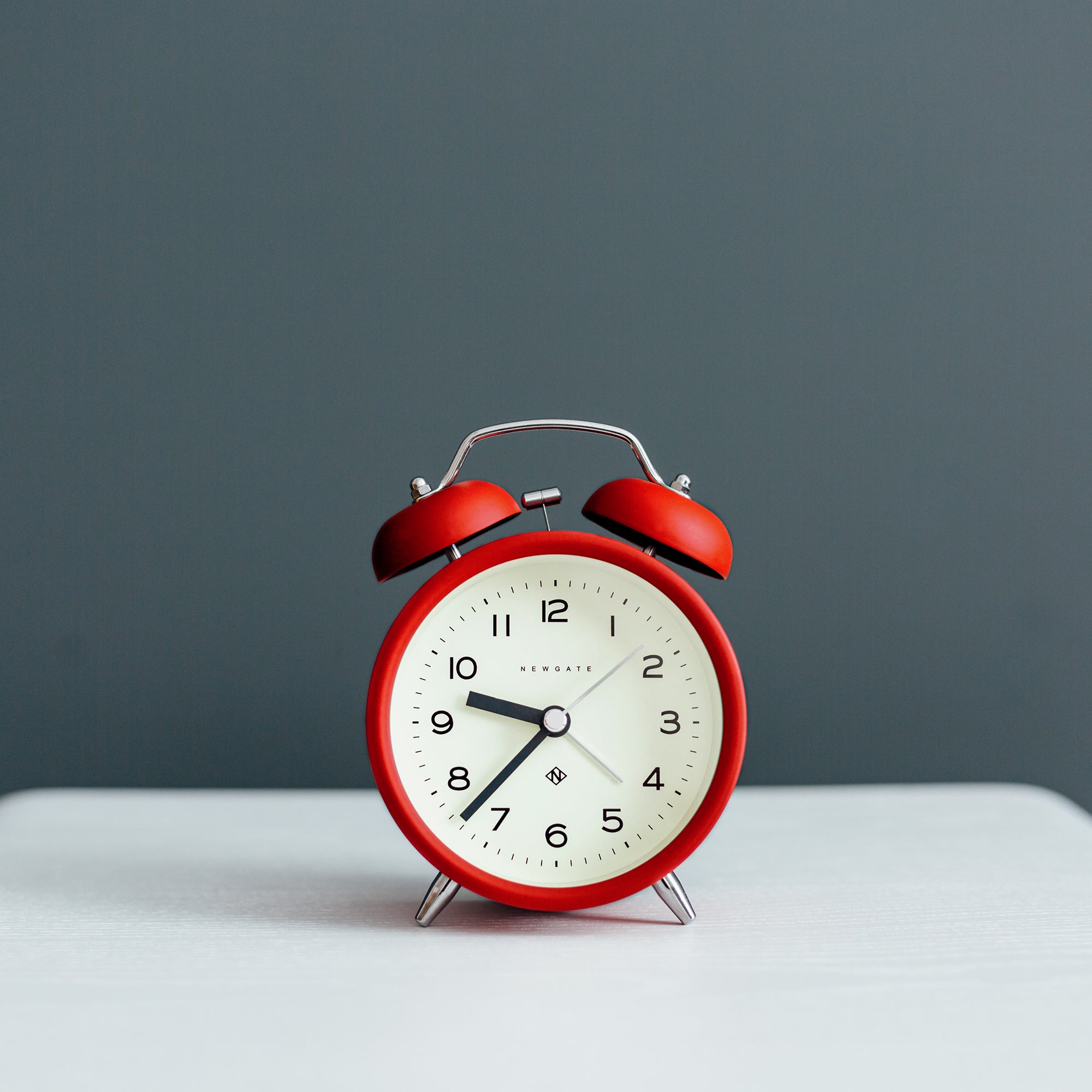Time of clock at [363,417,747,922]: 9:37
